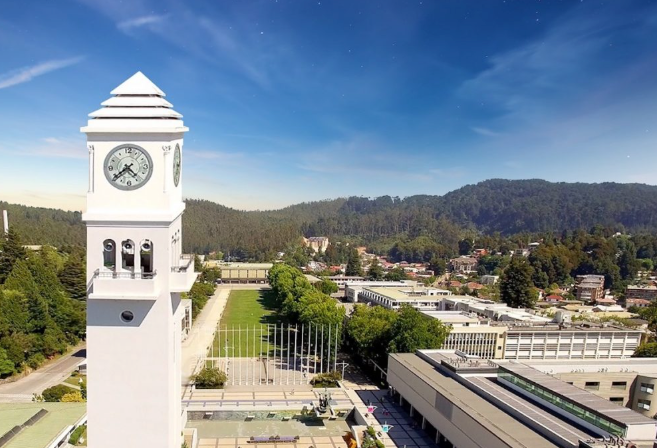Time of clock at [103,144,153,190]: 4:39
